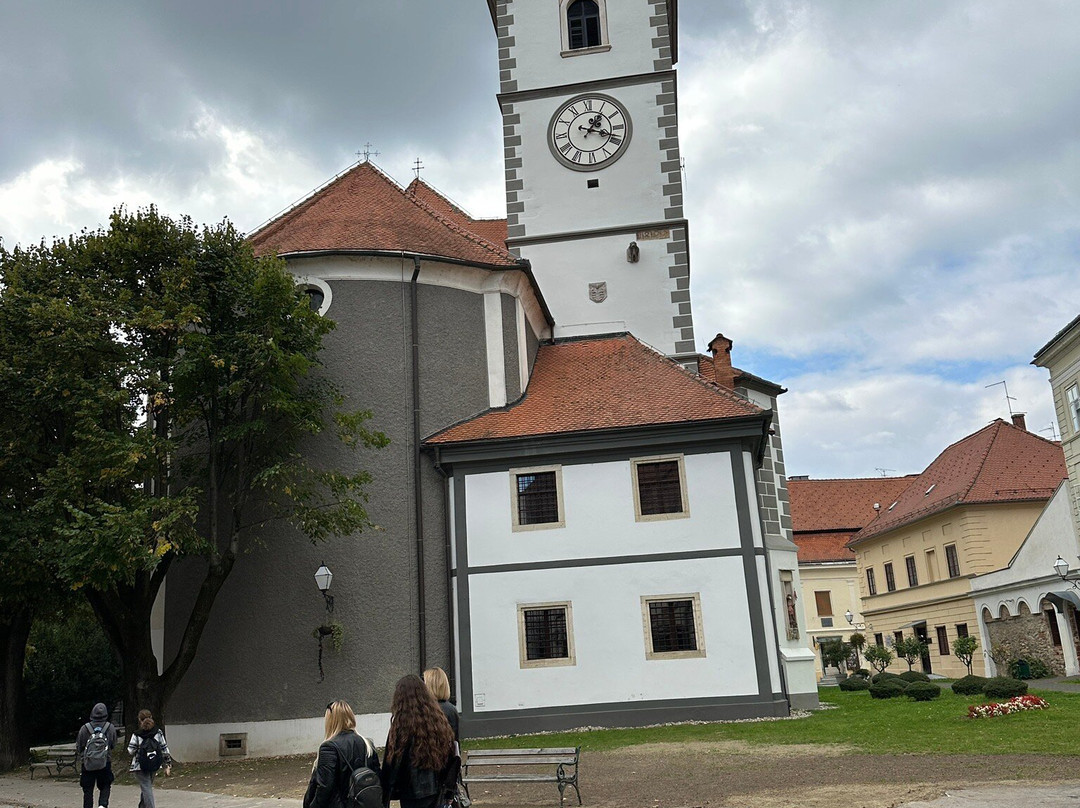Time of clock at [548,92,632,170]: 1:18
